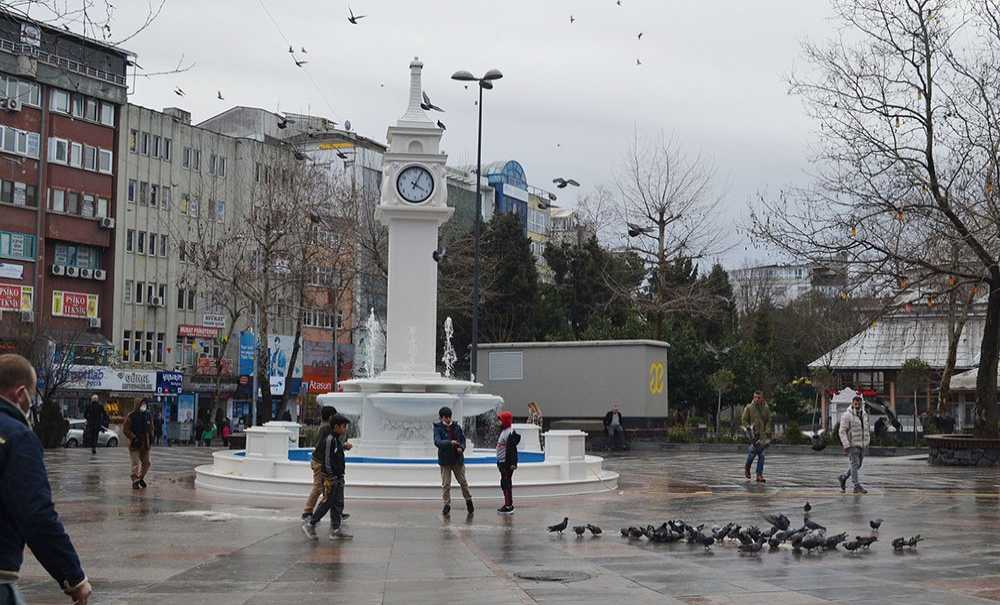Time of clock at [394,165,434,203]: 4:04
